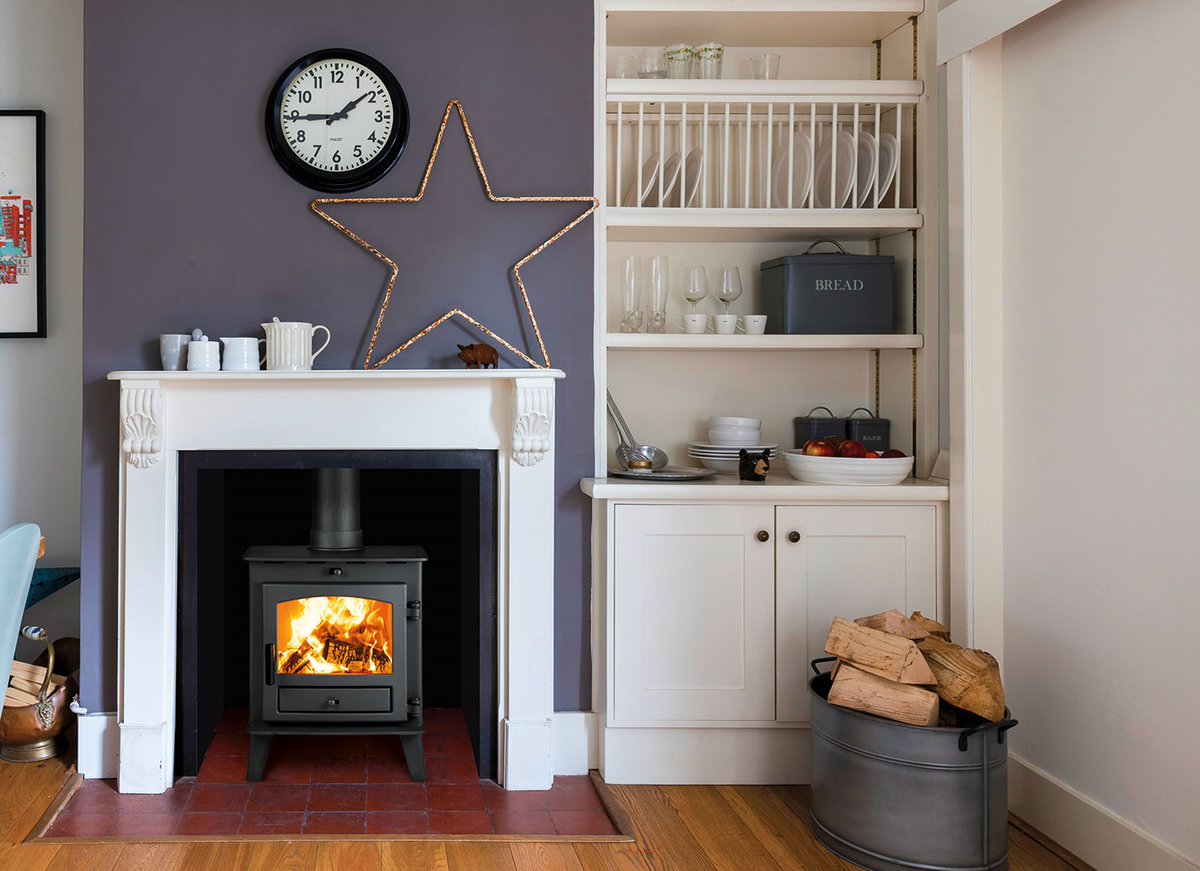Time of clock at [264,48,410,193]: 1:44
